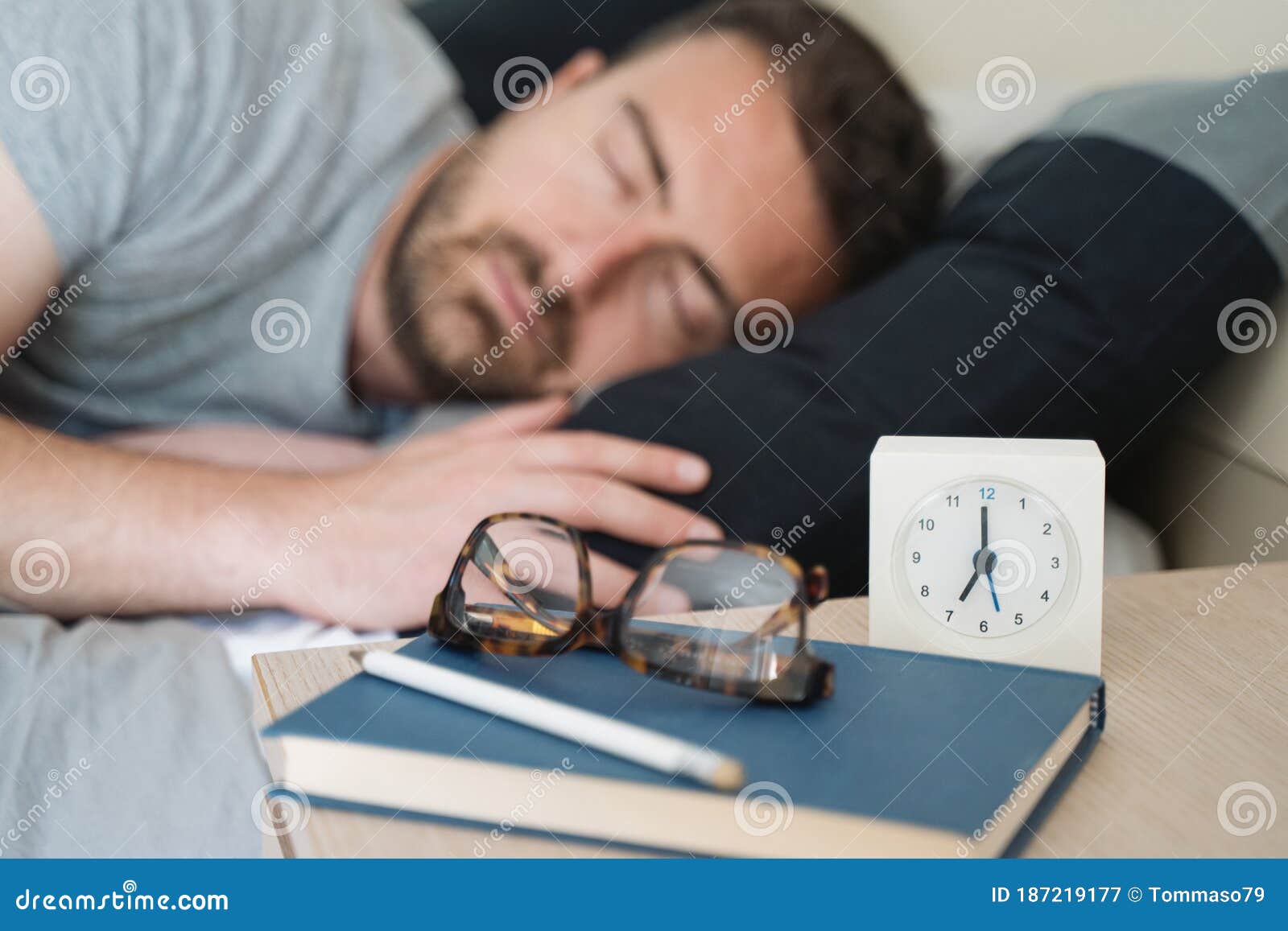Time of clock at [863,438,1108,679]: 6:59
